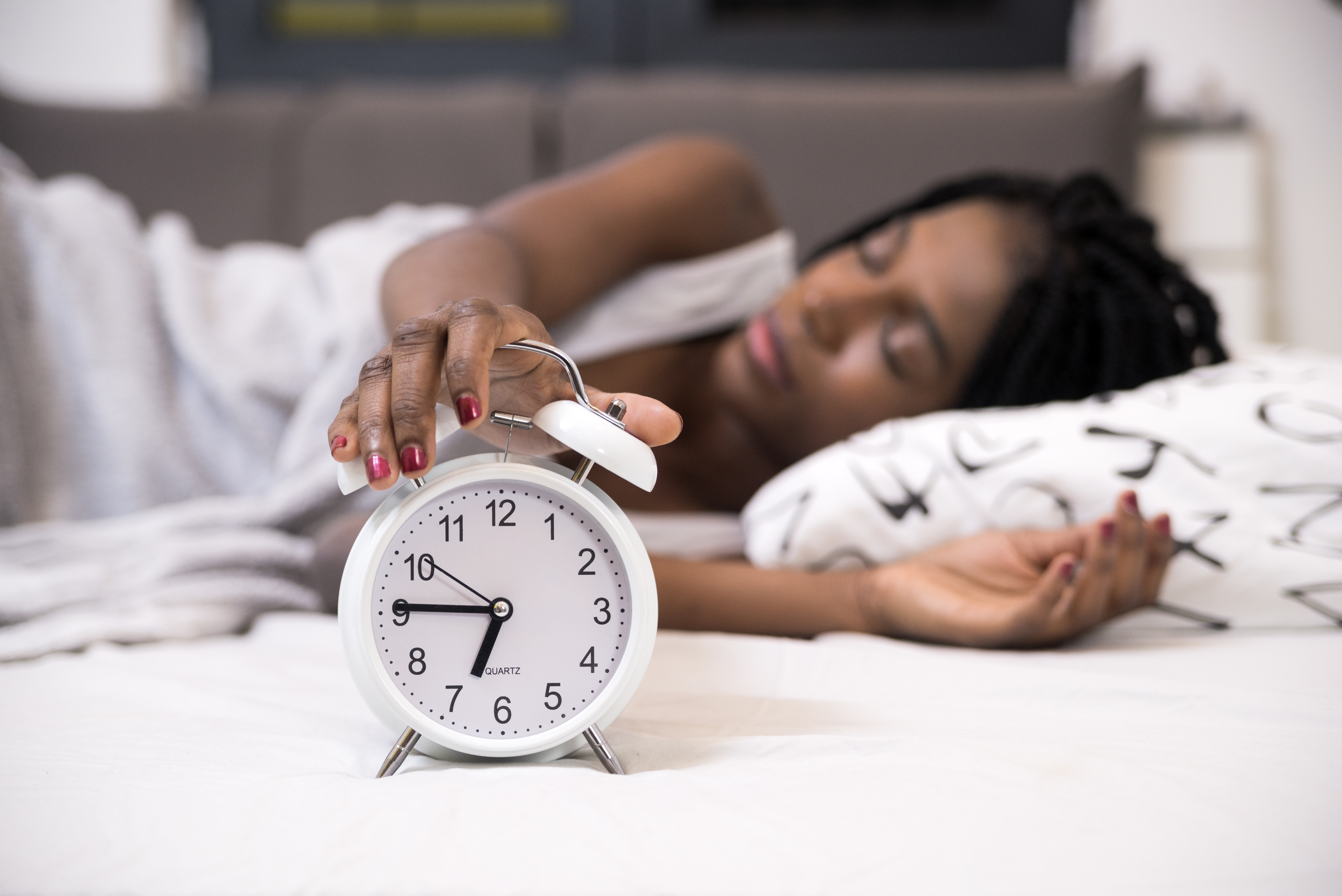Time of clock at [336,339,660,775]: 6:45
